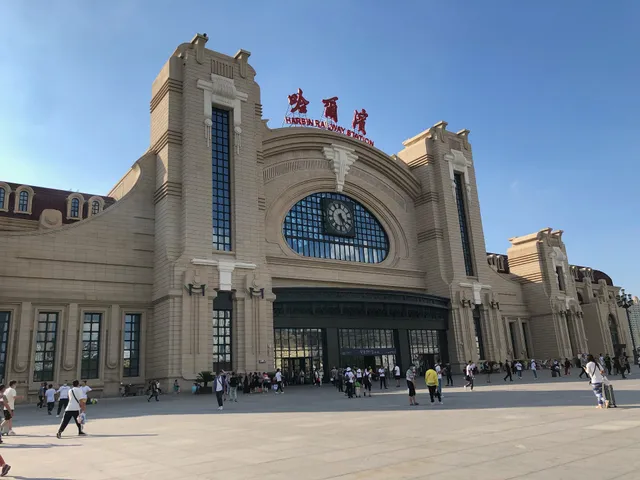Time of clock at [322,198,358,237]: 5:20
